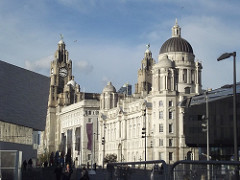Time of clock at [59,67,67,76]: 3:45
